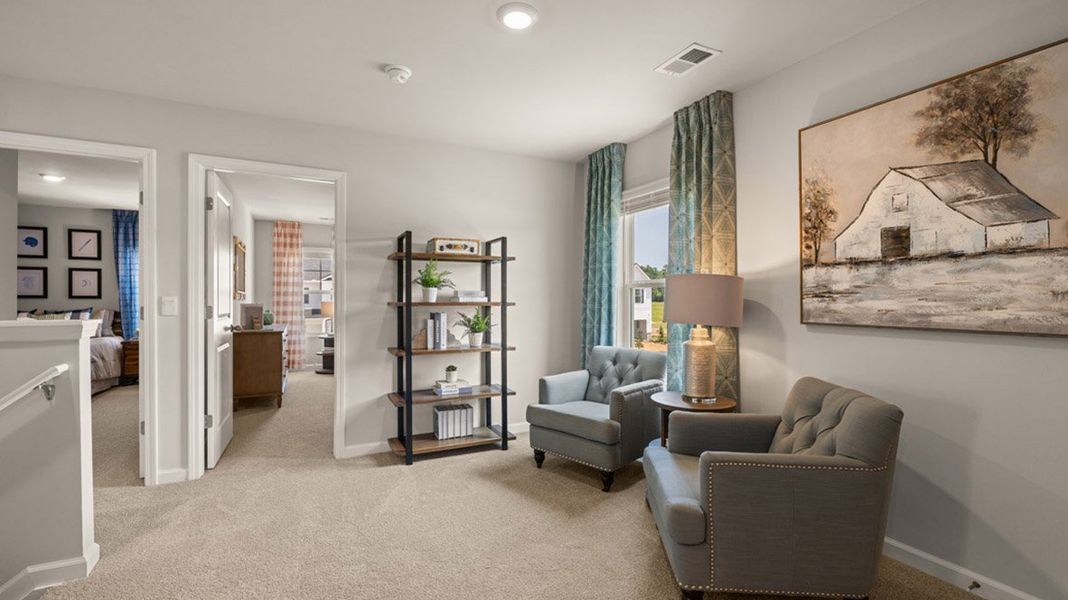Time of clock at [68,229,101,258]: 1:37
